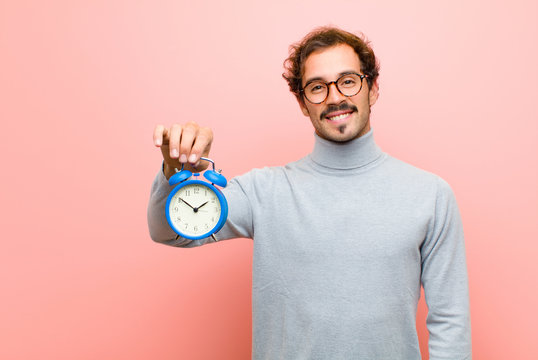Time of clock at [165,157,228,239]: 1:50
